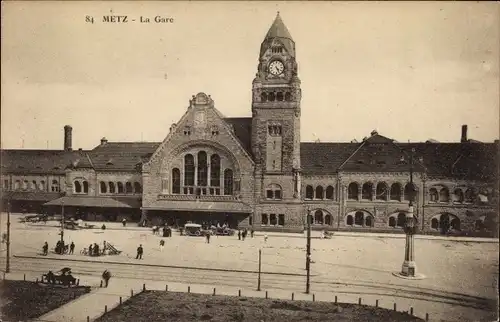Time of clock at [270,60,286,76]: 4:26
